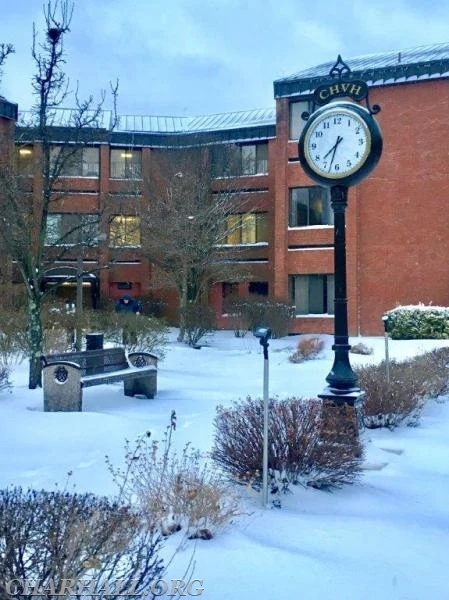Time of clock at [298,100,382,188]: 7:32
